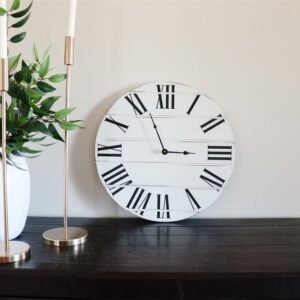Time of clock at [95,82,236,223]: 2:56
